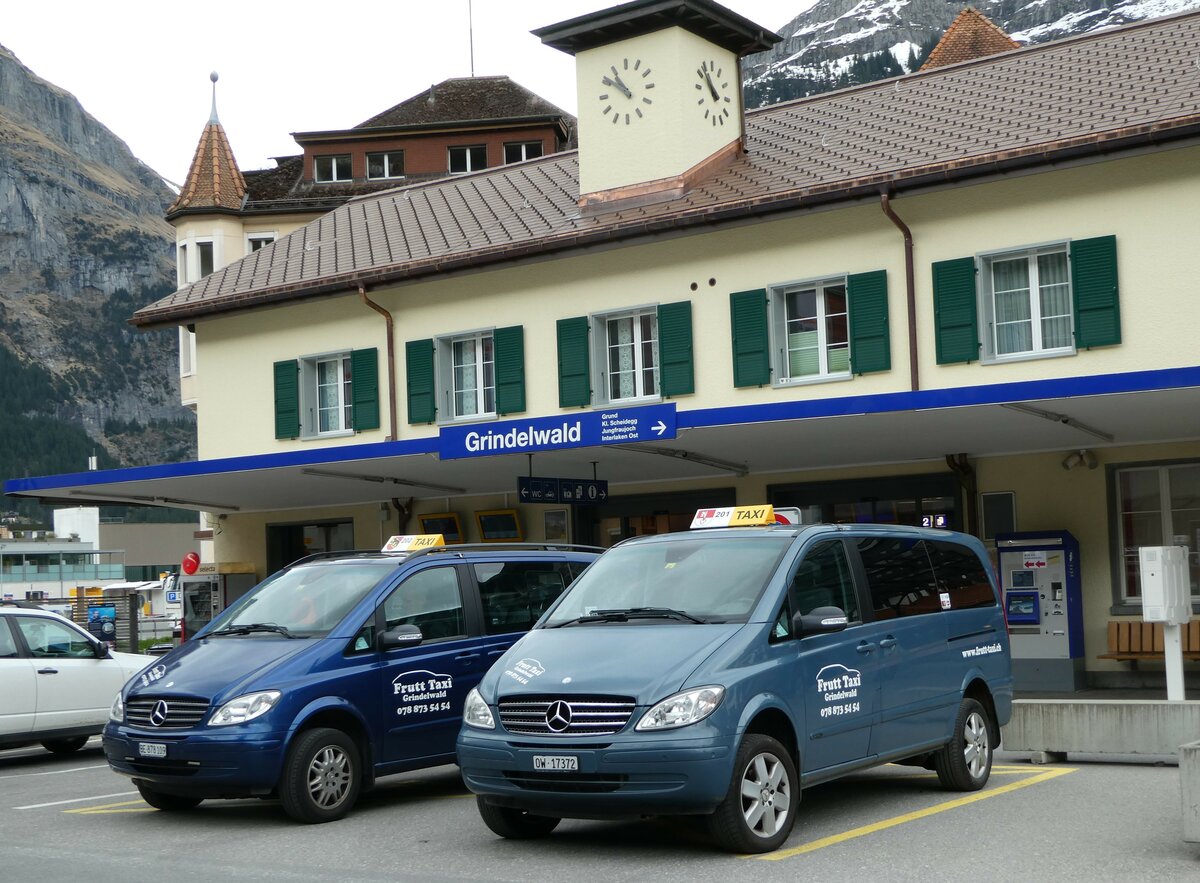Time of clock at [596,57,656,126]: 10:51
